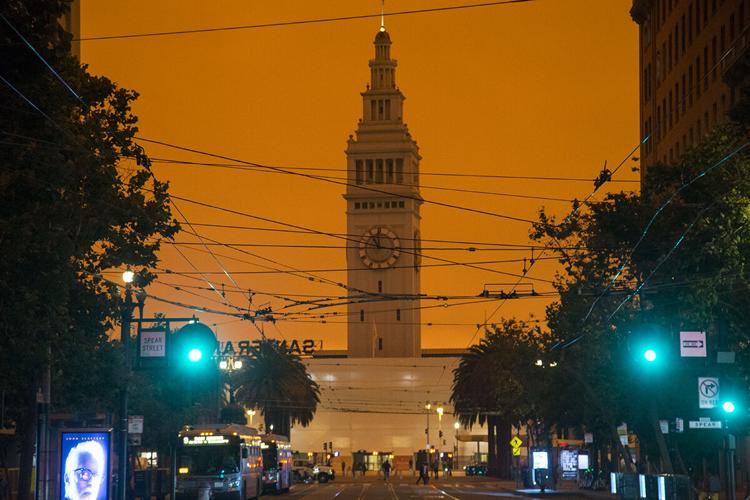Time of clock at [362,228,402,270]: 11:16
